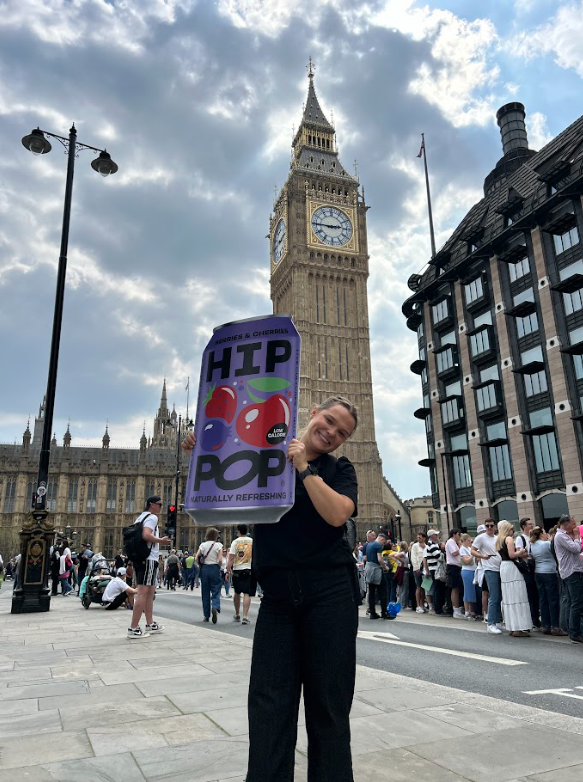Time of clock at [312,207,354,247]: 2:45
